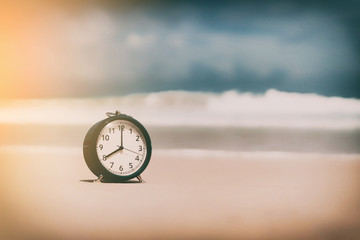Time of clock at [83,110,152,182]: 8:00
